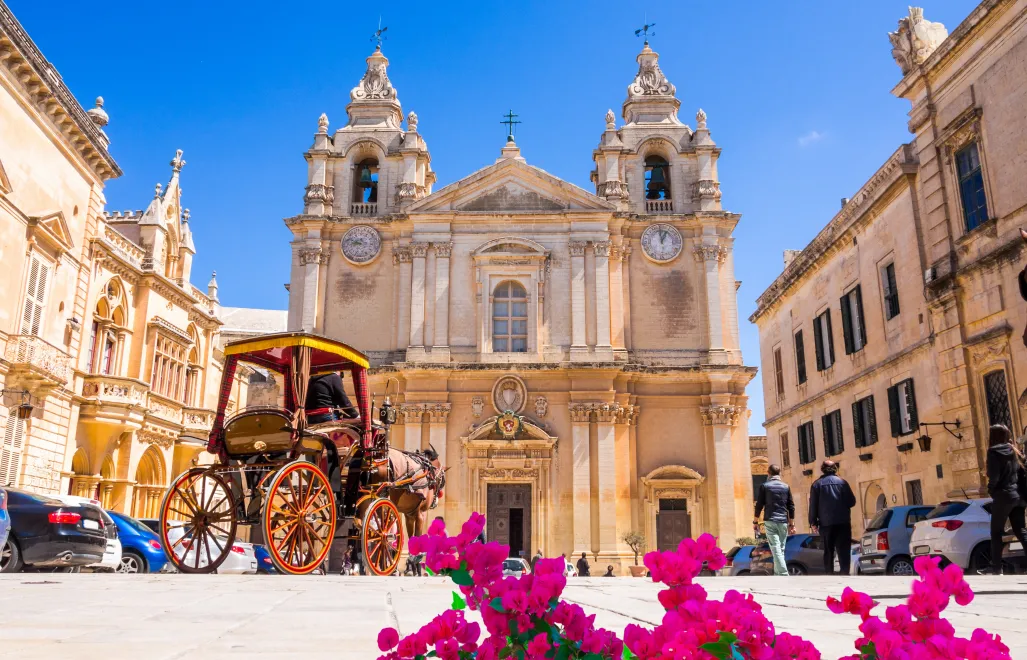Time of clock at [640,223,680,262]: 12:59
